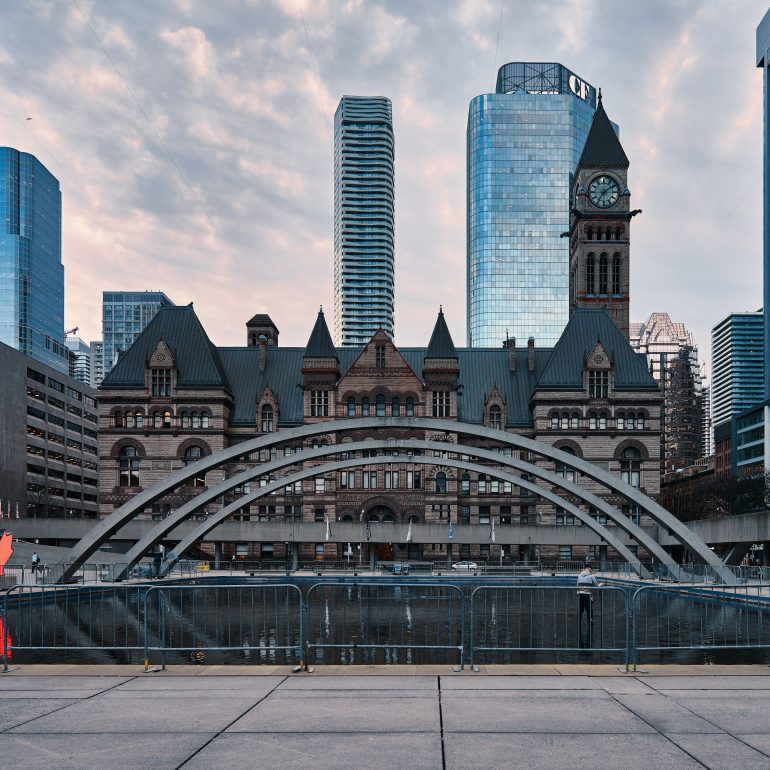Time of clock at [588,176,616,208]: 7:08
